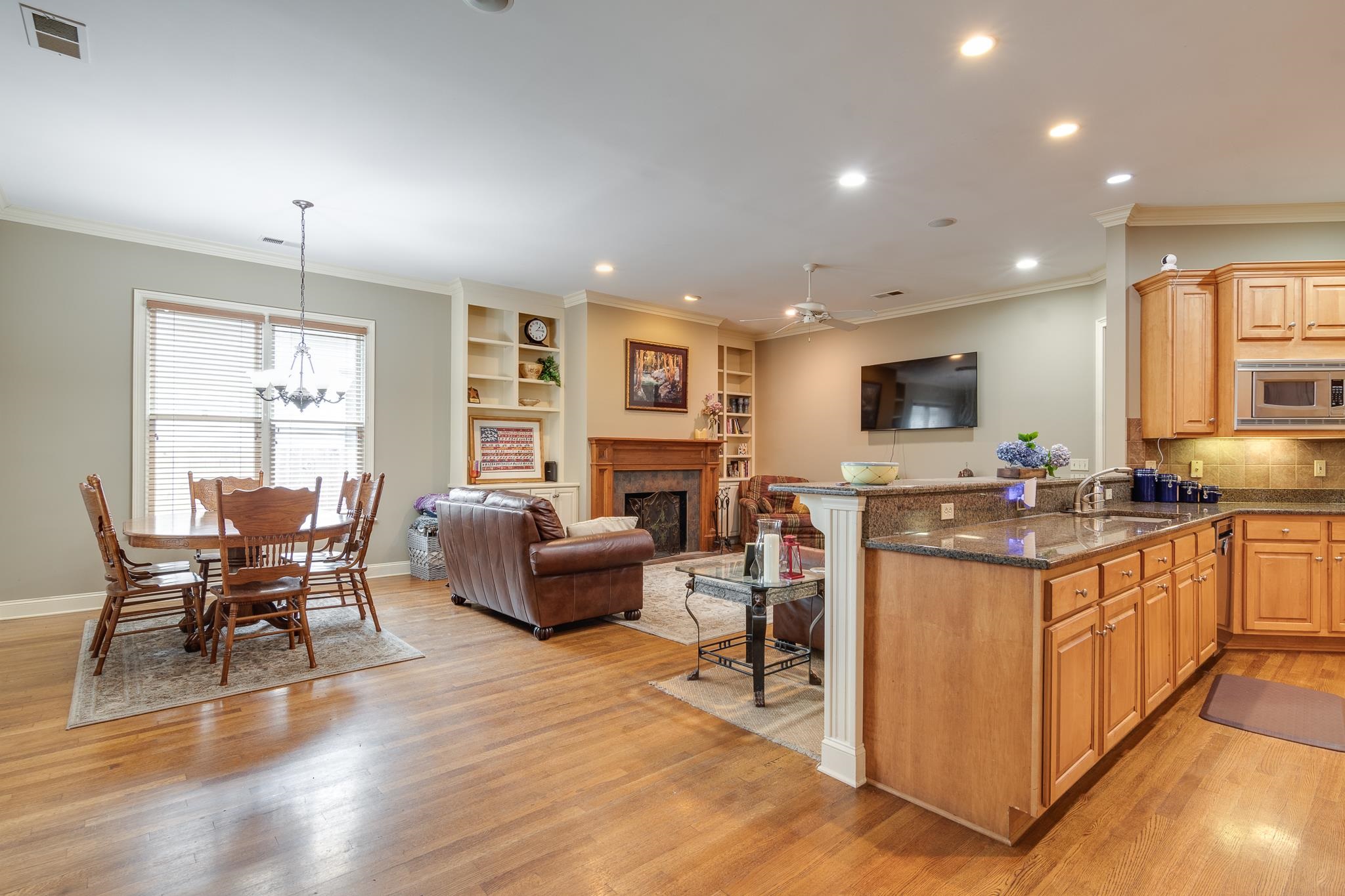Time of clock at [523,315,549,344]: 1:14
